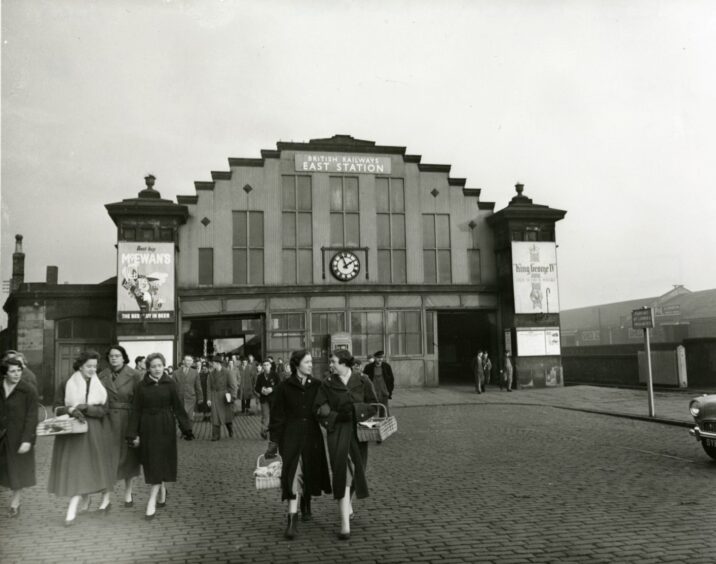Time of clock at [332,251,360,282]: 1:56
